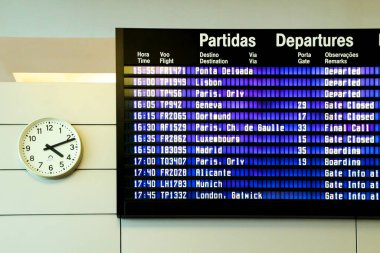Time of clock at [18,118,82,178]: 4:11
